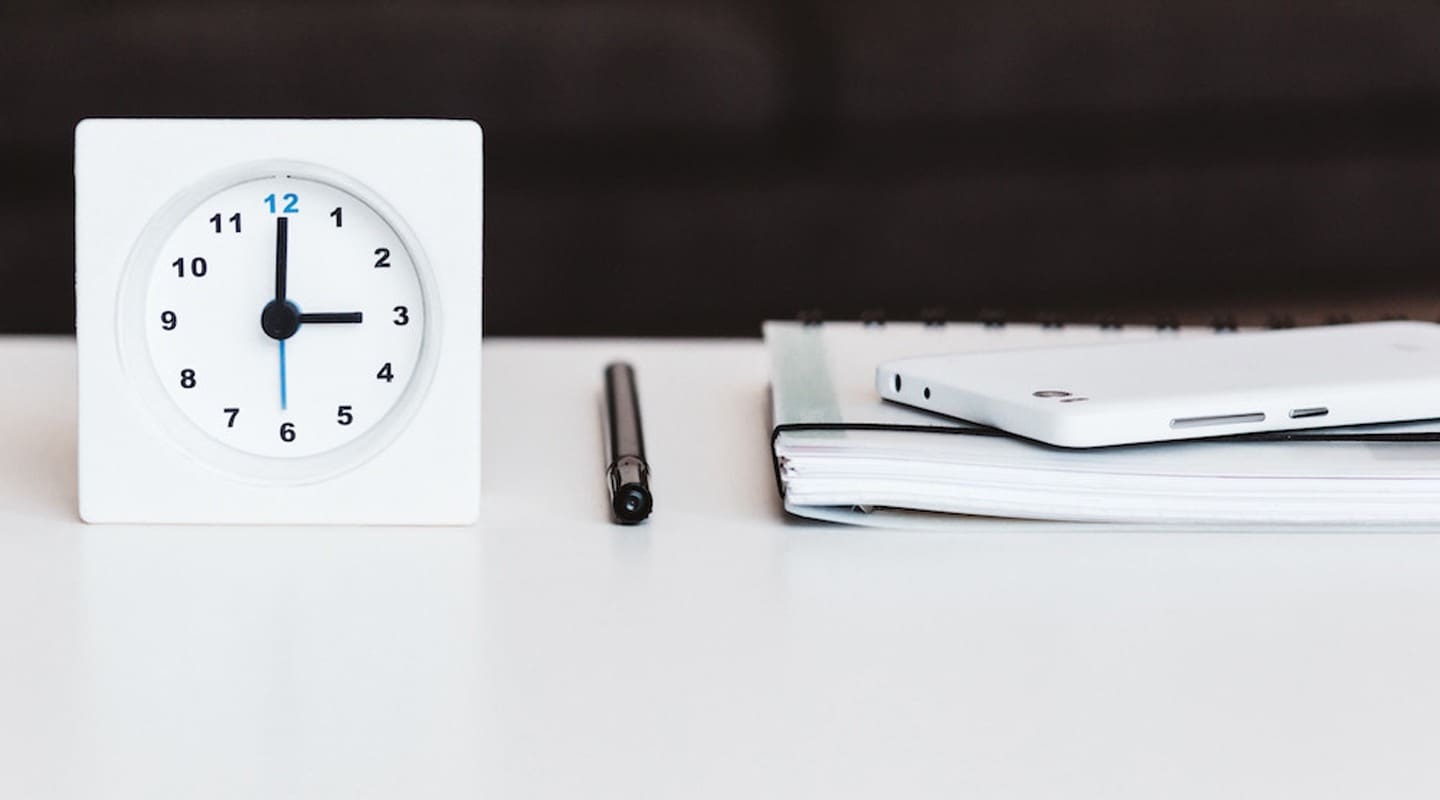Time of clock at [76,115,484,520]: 3:00
